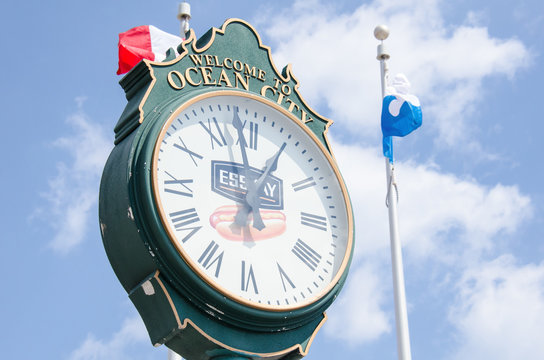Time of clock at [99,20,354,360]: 12:59
